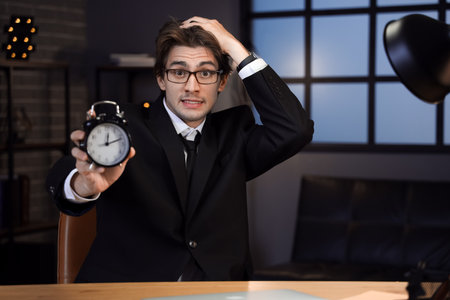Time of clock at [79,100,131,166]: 12:11
